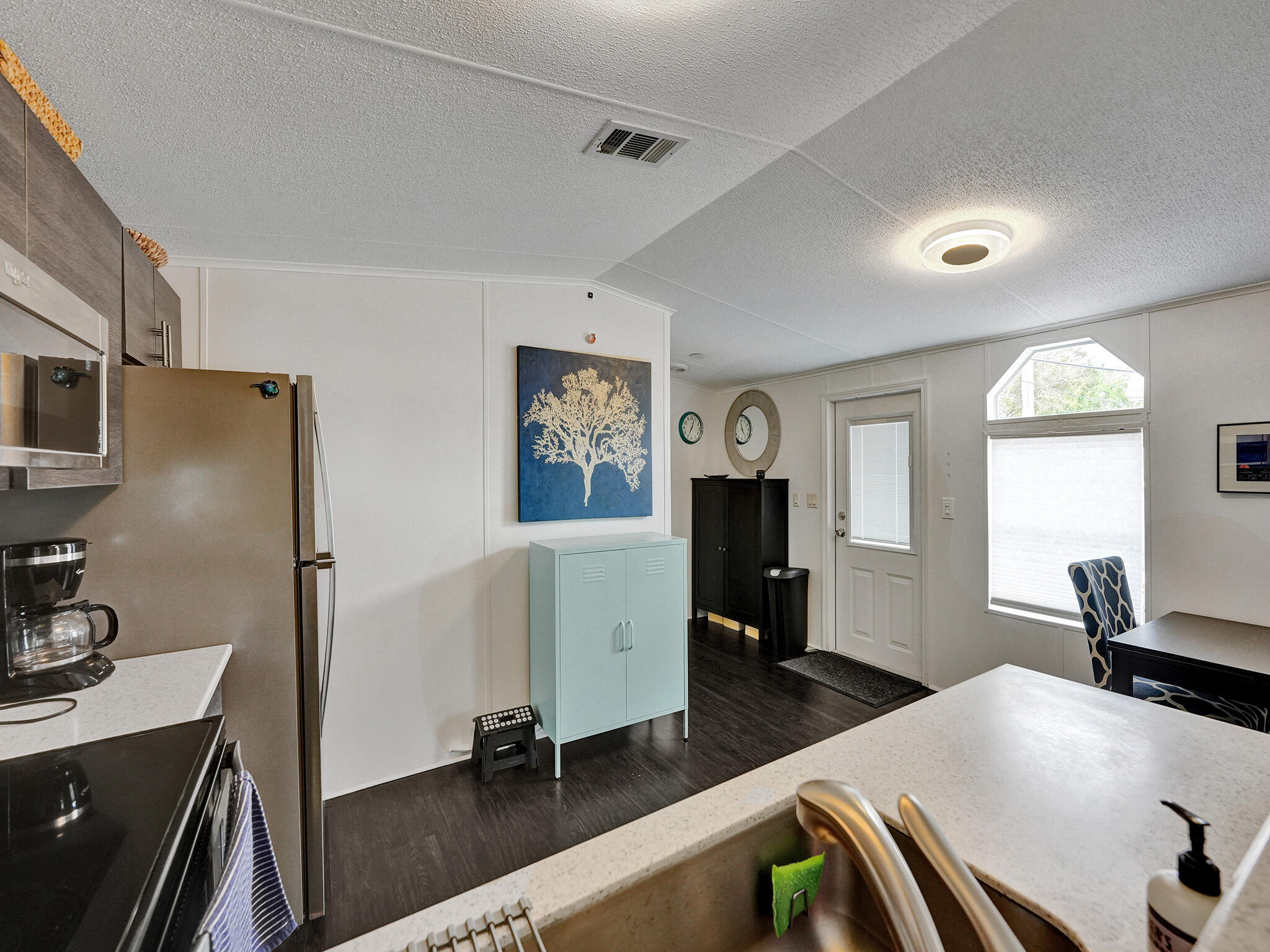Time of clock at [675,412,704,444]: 7:03
